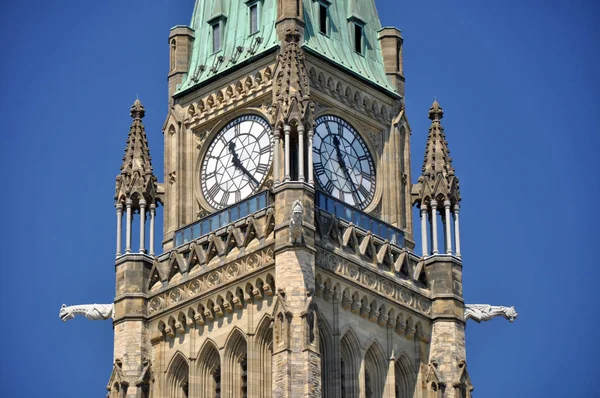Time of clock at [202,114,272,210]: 11:22
